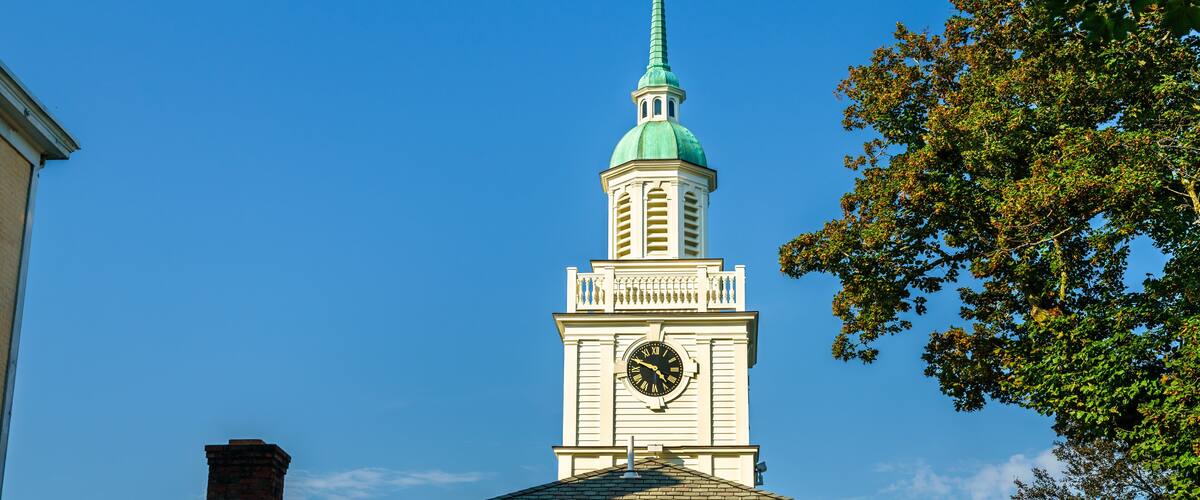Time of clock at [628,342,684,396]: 4:48
